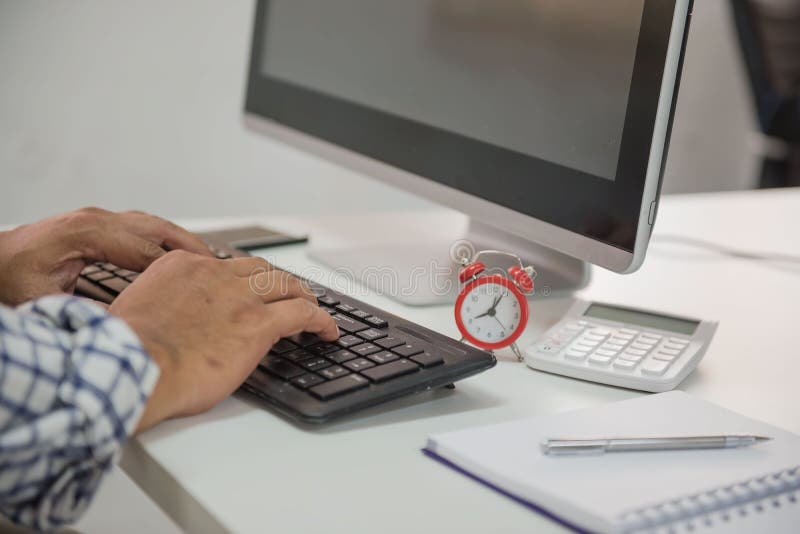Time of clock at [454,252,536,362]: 8:04
